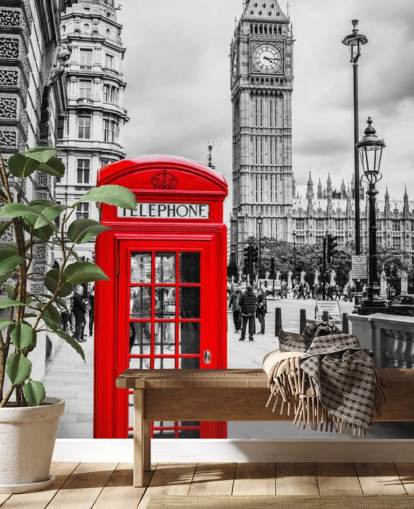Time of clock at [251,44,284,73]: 4:15
